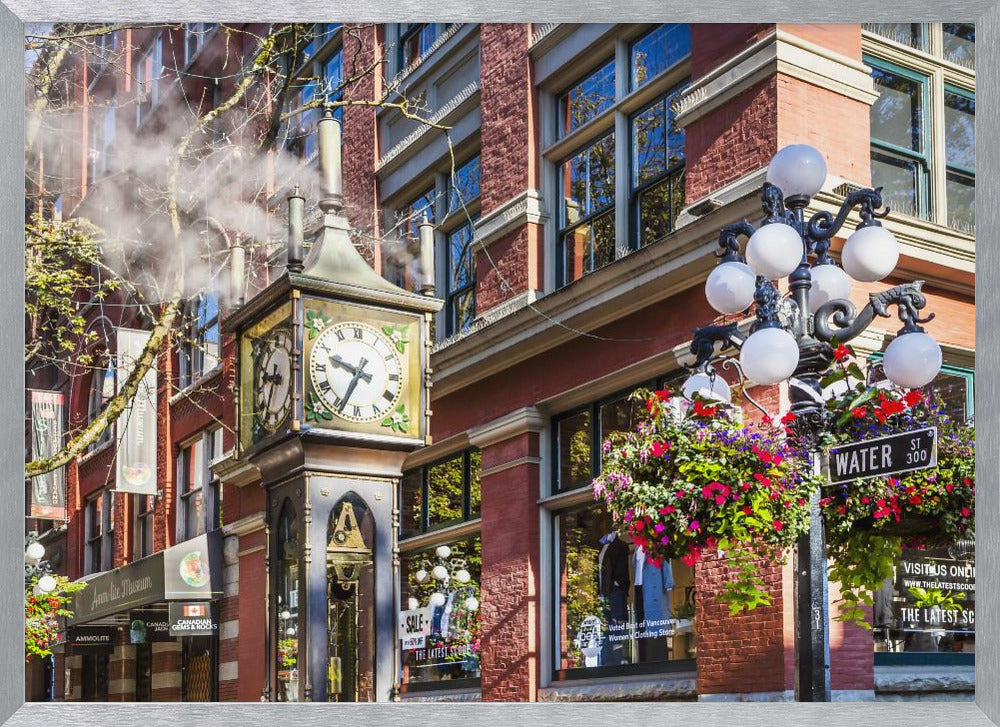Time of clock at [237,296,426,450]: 9:34
